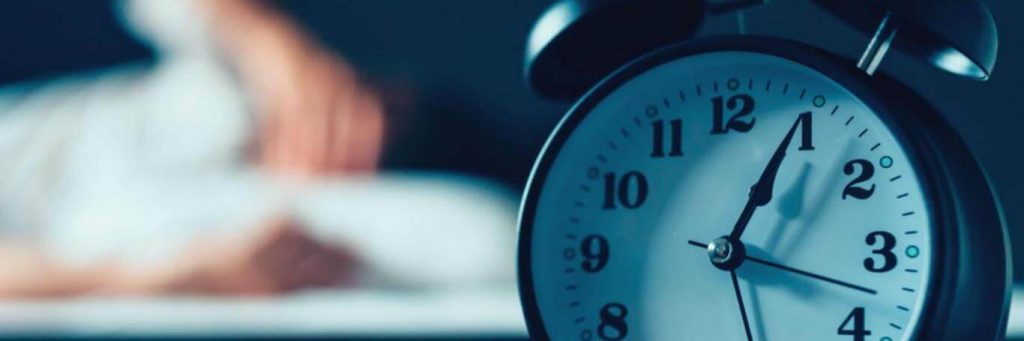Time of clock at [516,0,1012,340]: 1:04
